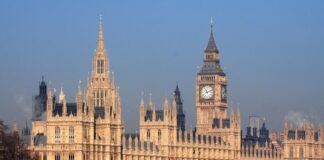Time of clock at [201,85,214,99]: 11:11
